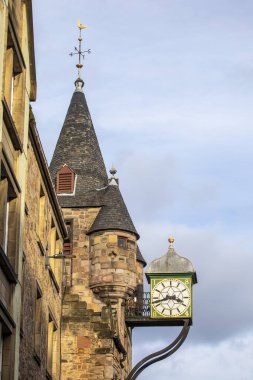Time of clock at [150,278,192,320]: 3:42
